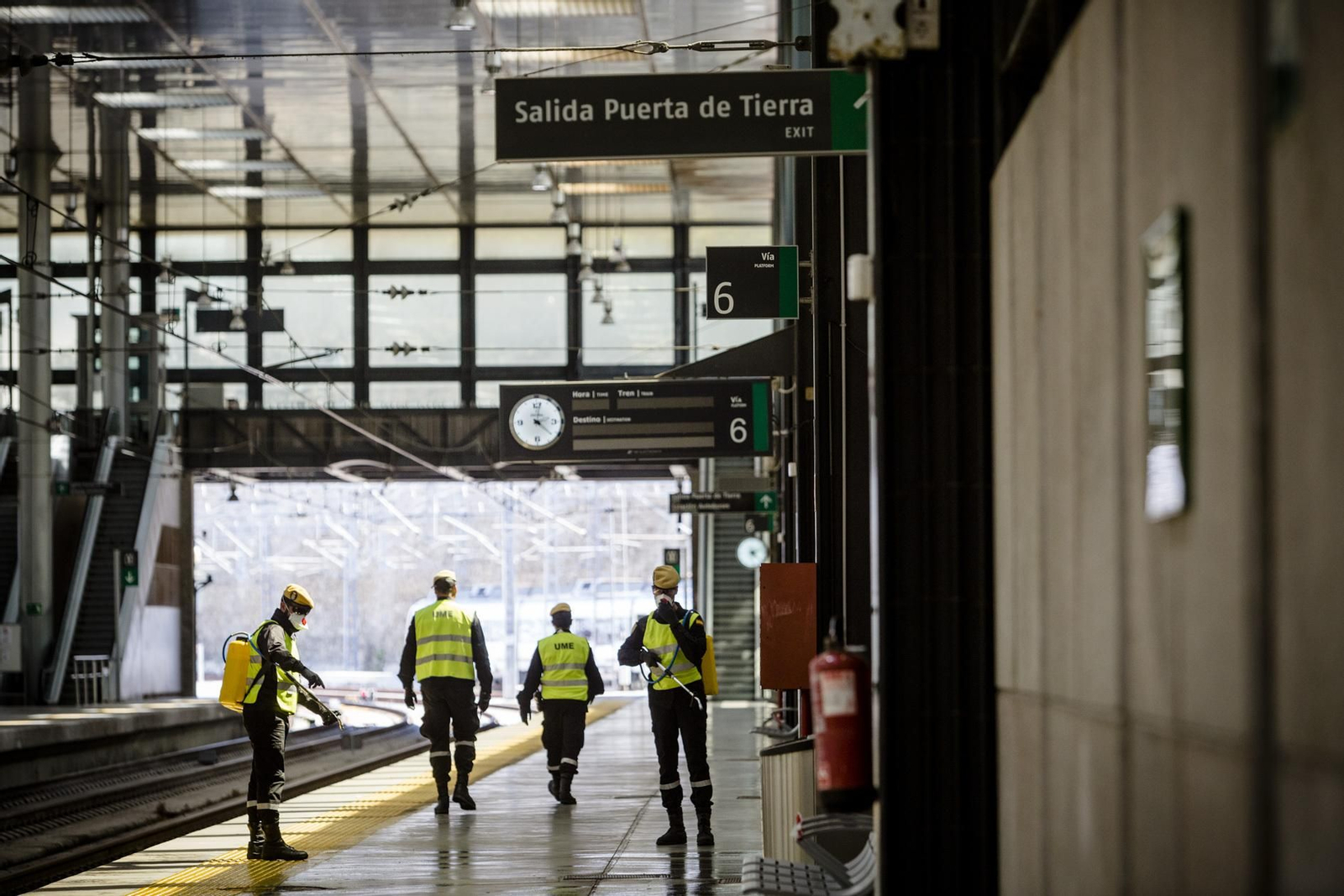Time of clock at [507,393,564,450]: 12:22
